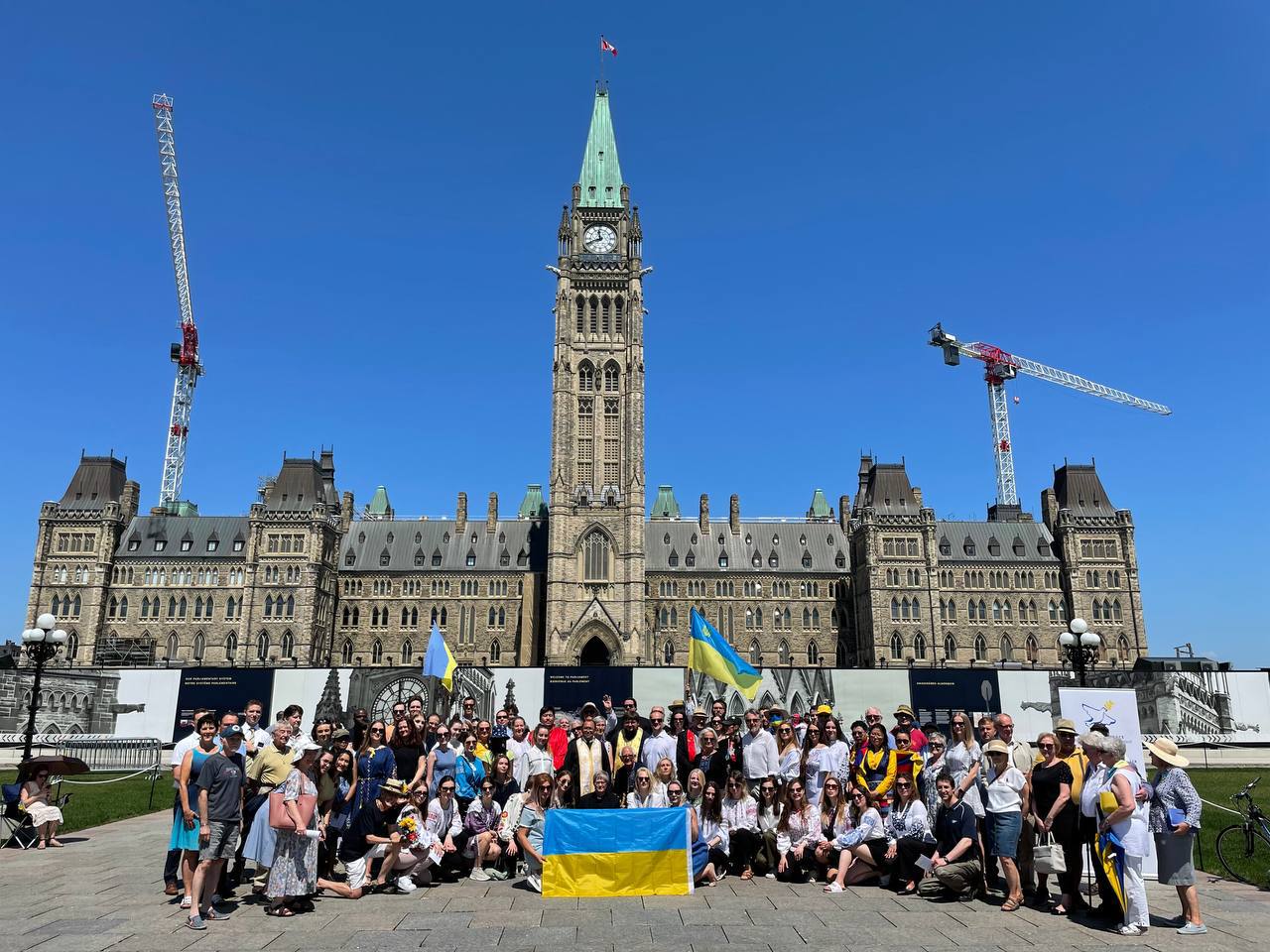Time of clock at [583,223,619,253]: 11:41
